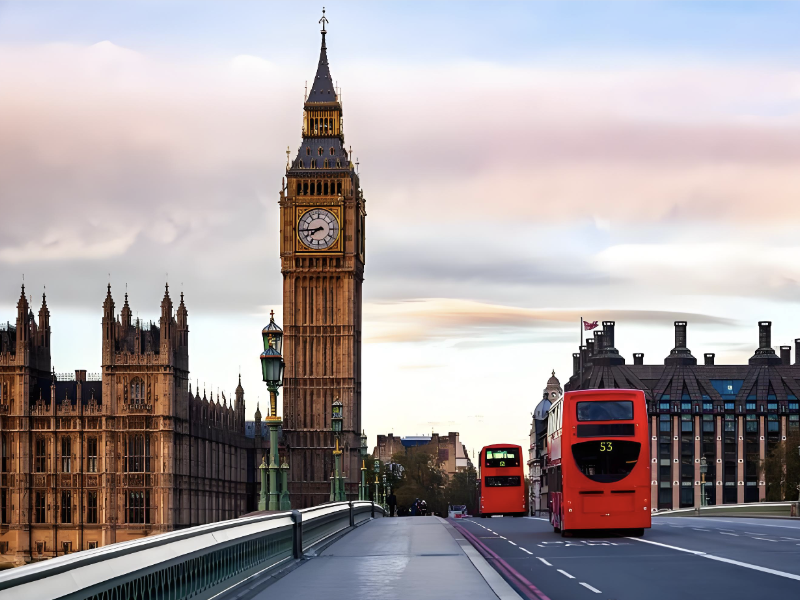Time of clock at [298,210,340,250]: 7:44
